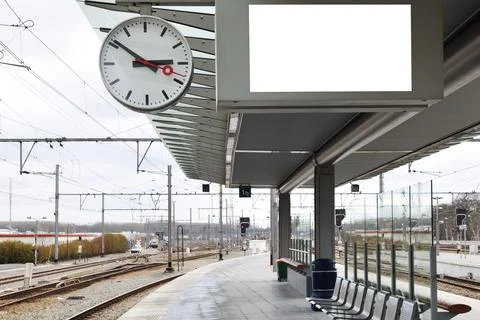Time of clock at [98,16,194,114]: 2:51
